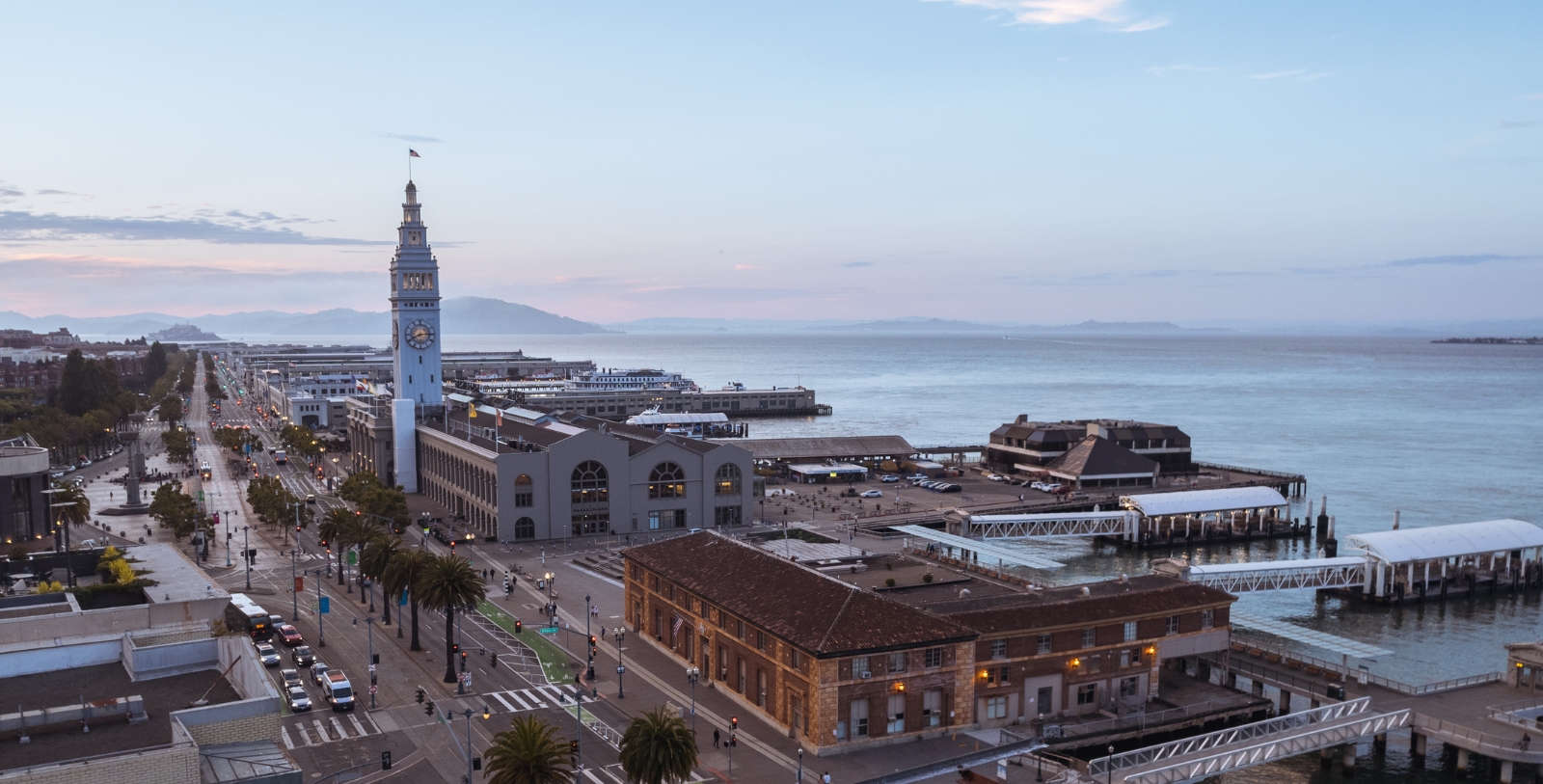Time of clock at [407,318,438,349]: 8:14
